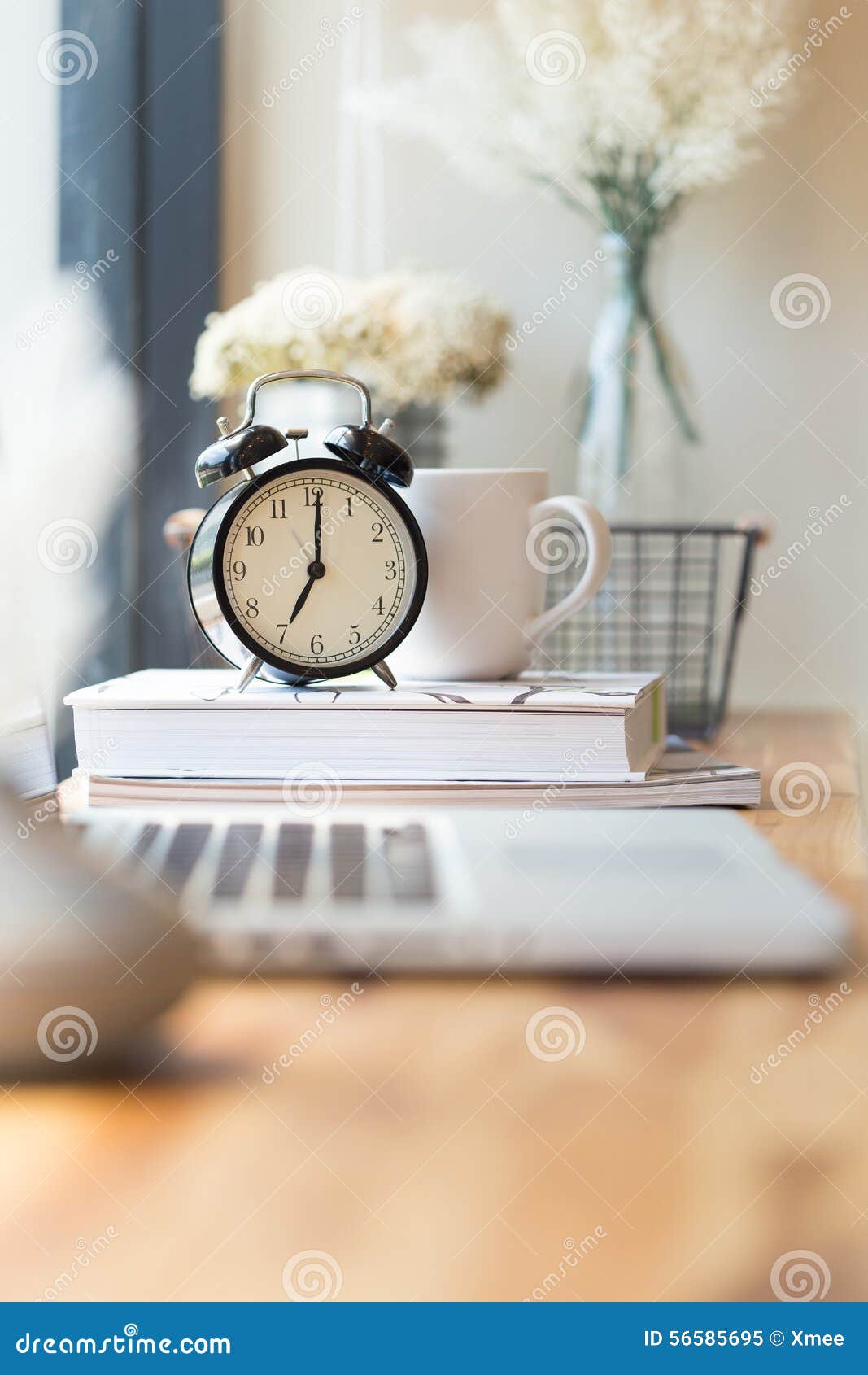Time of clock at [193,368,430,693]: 7:00
